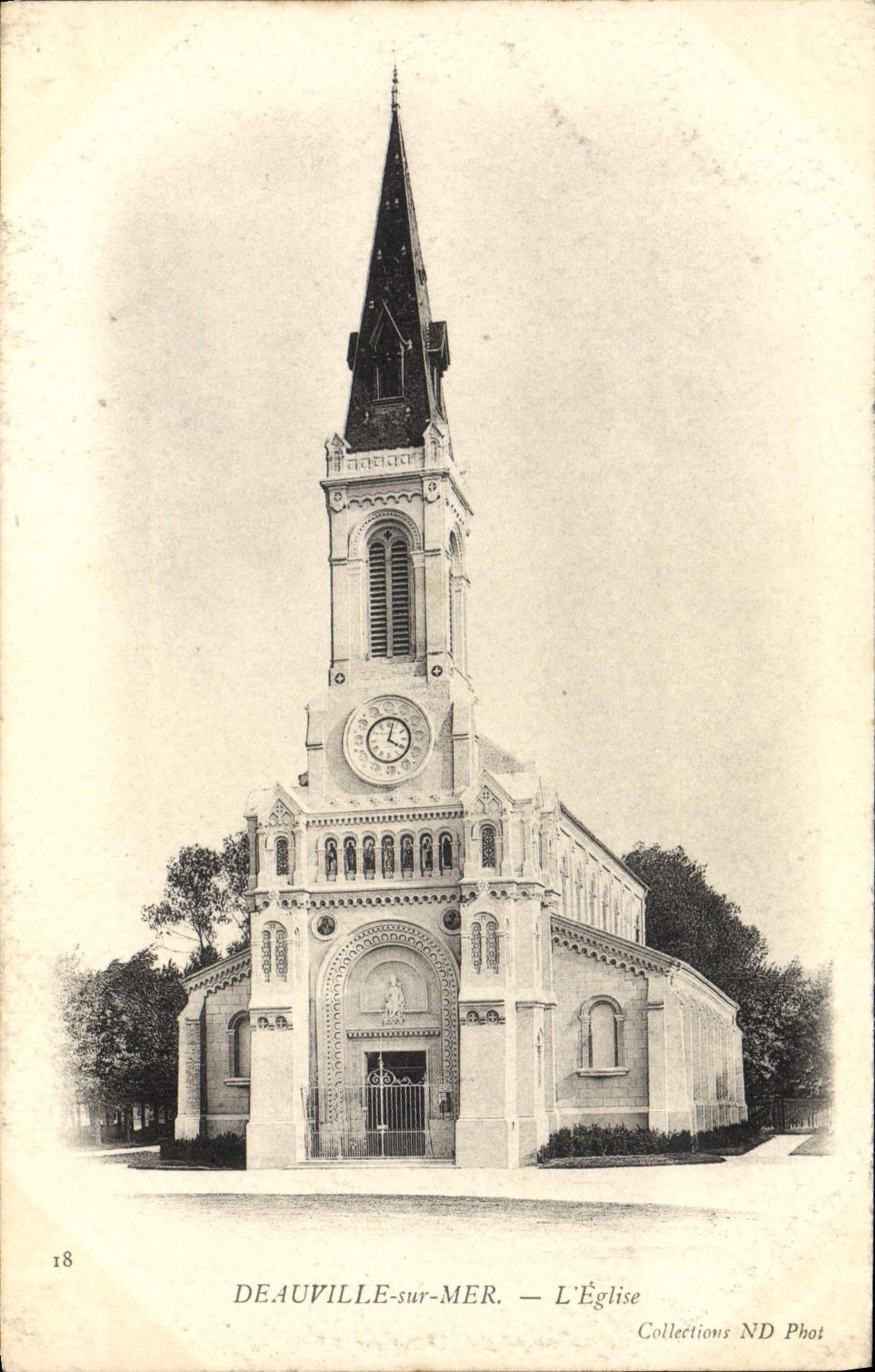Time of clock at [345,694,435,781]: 4:02
